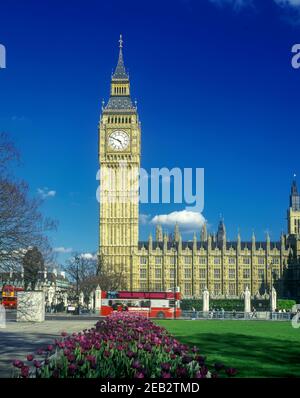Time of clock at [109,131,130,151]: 4:49
